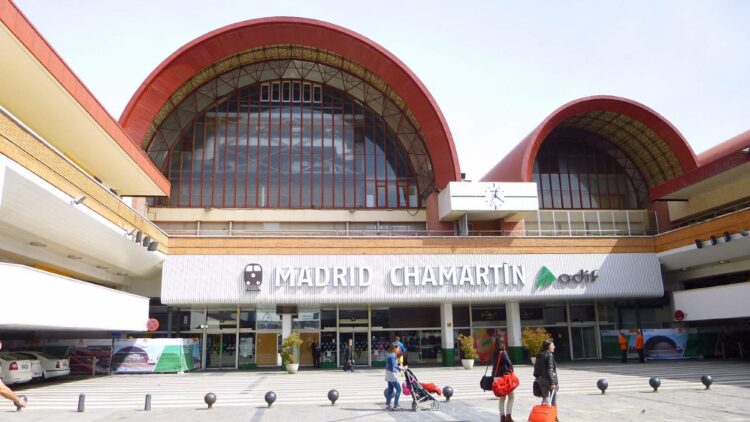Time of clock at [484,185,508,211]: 12:21
